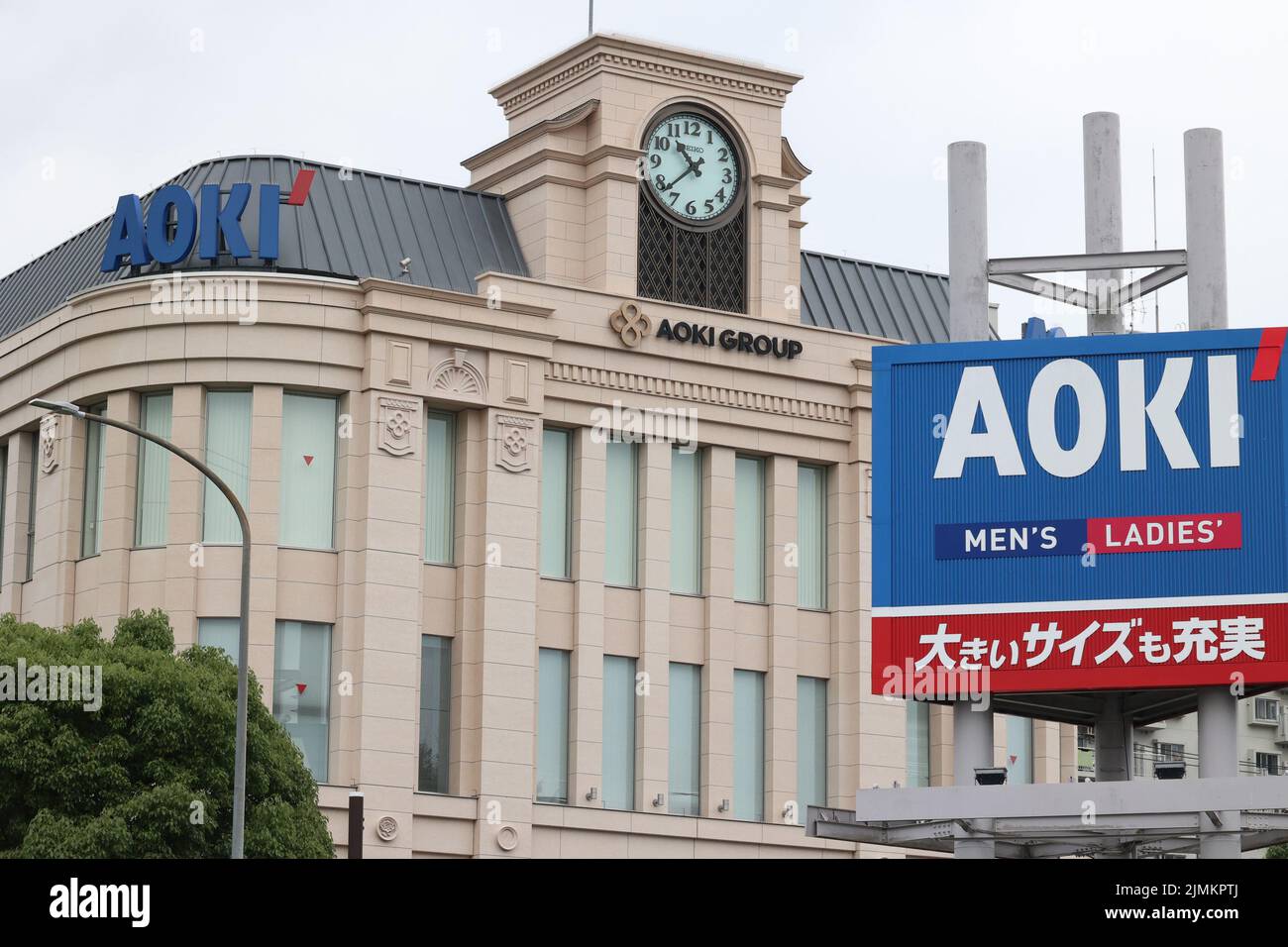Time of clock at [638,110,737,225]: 10:37
